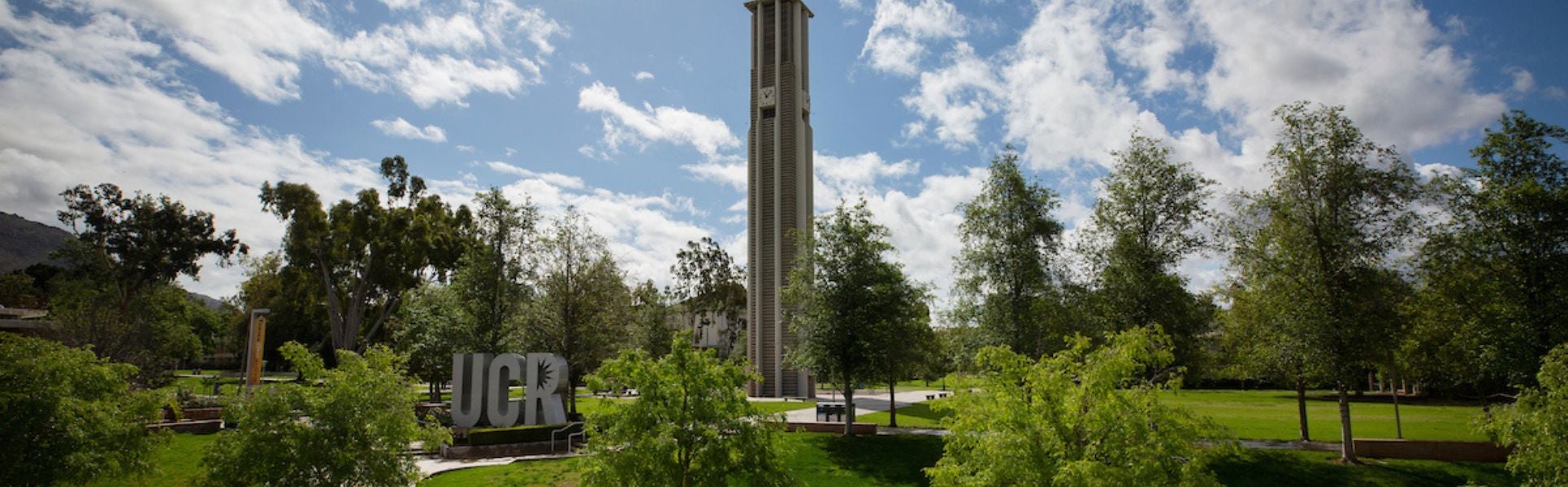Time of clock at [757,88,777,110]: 11:07
